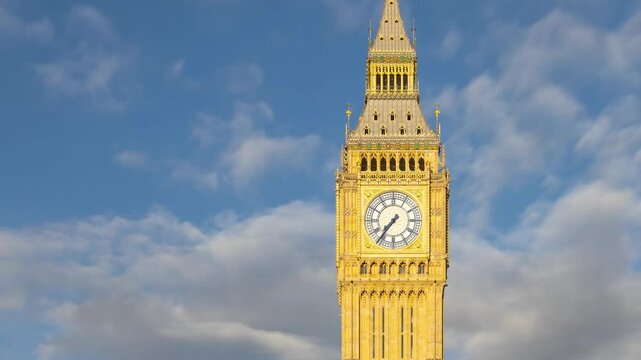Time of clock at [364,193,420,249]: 7:36
